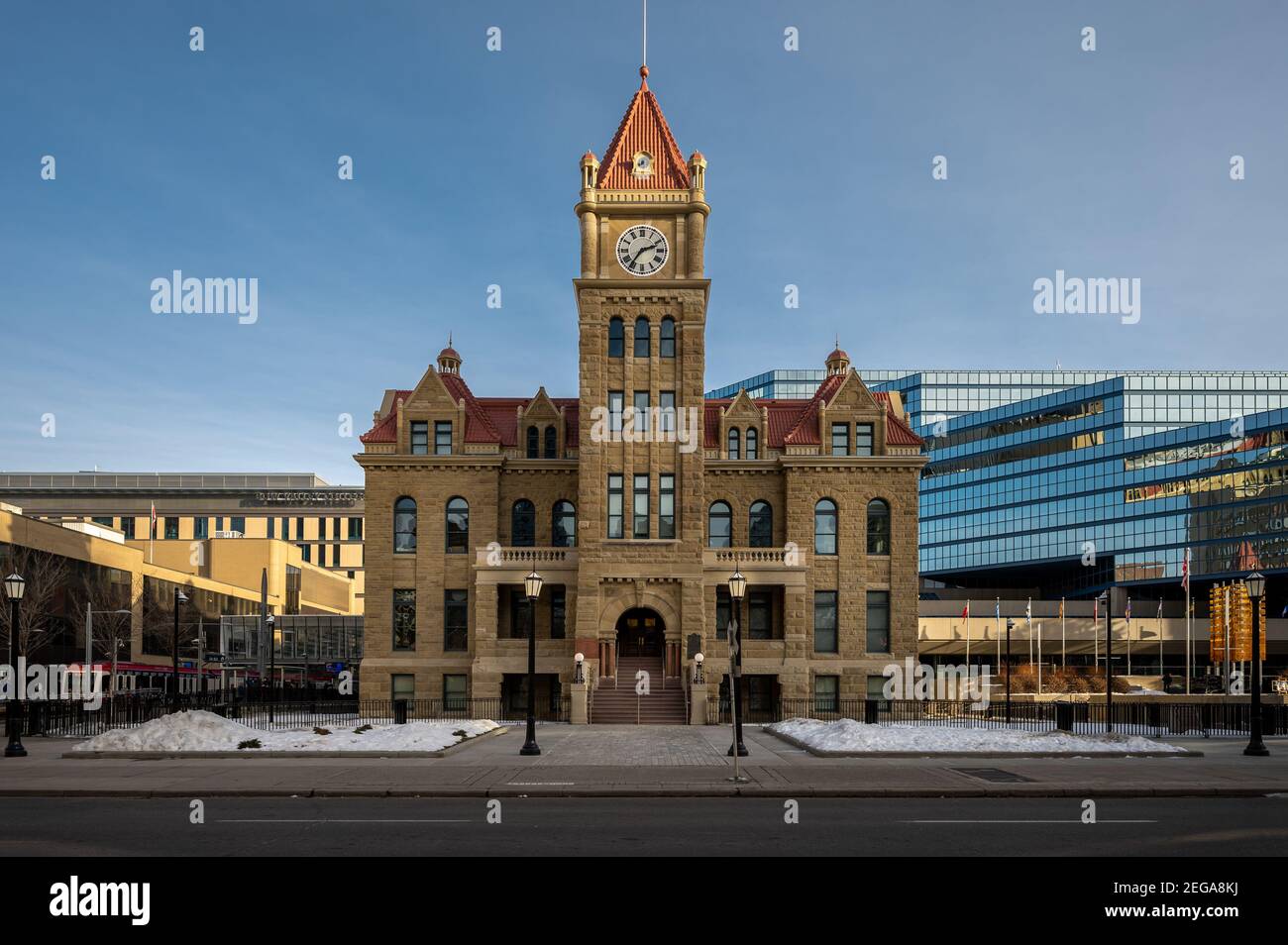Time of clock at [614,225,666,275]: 2:36
